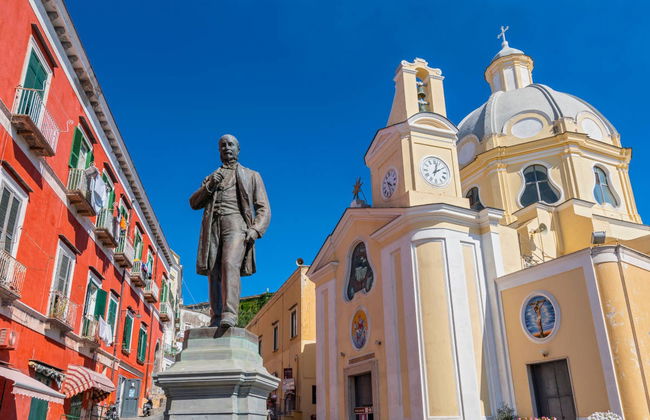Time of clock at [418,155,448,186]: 2:02
